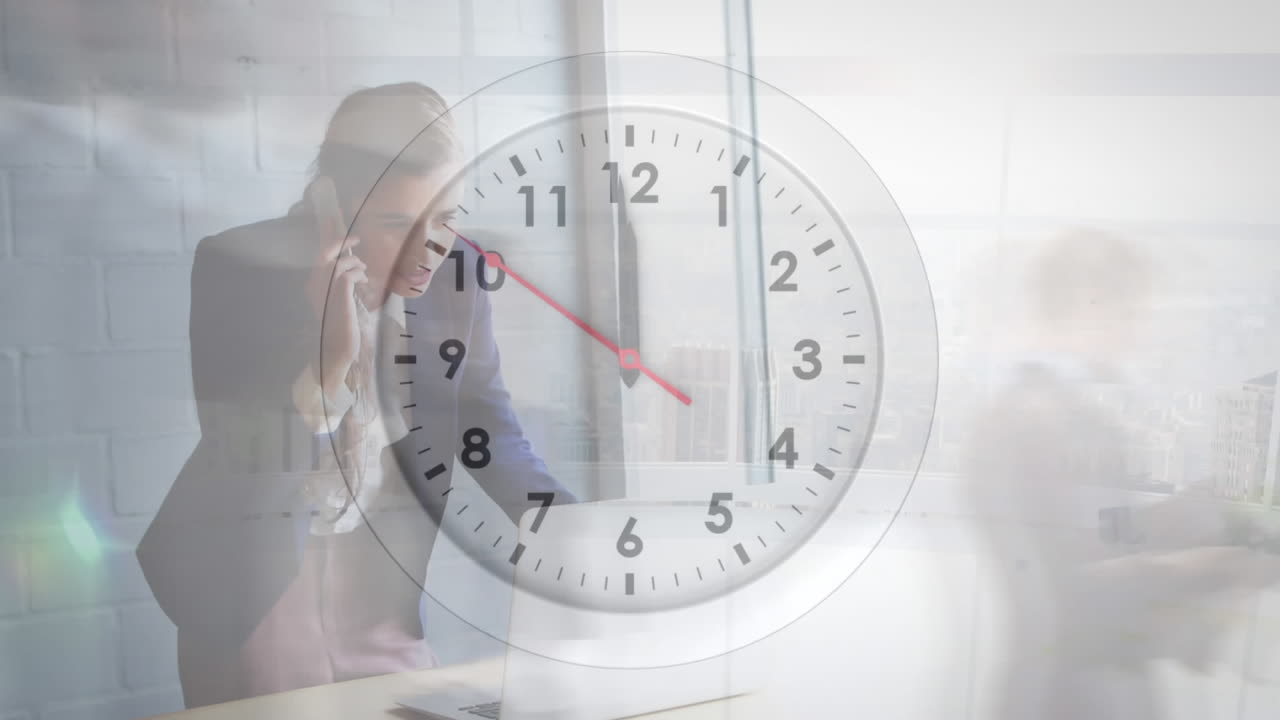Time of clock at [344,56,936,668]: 5:59
